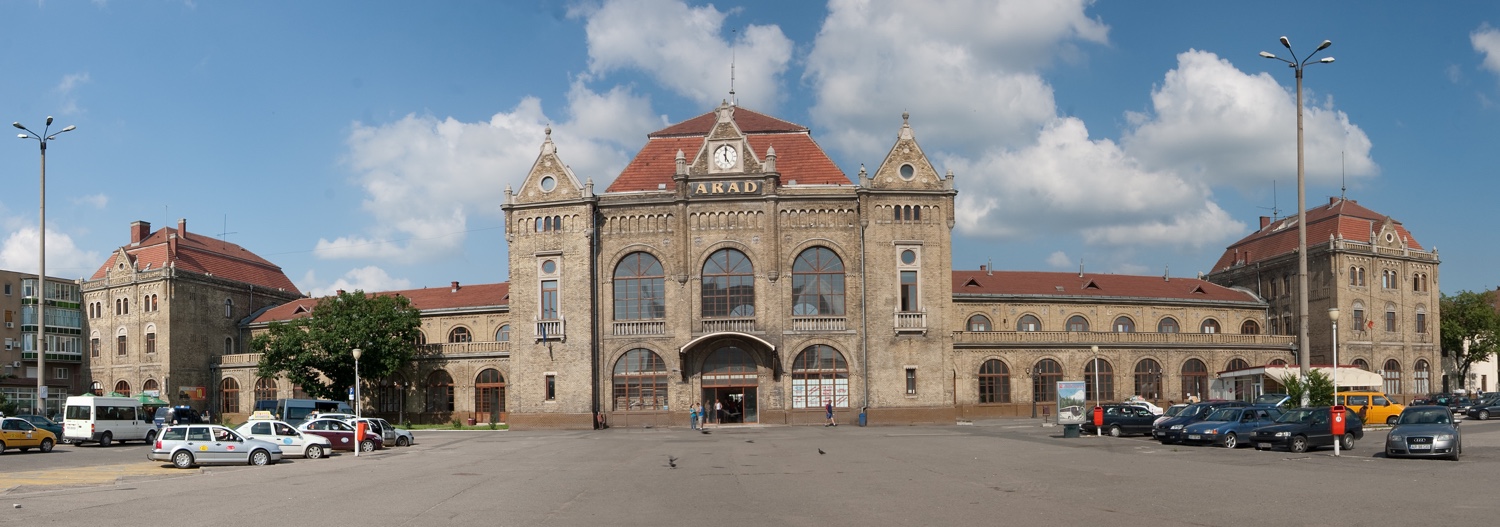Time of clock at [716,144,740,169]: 5:00
